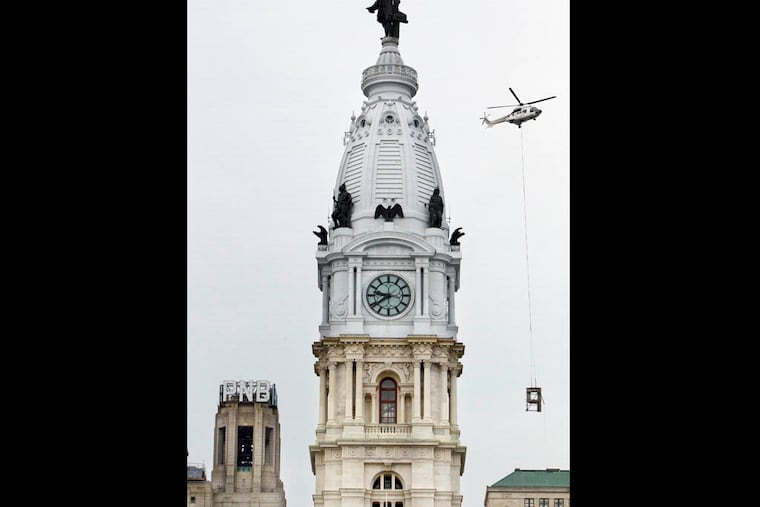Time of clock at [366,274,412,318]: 7:46
